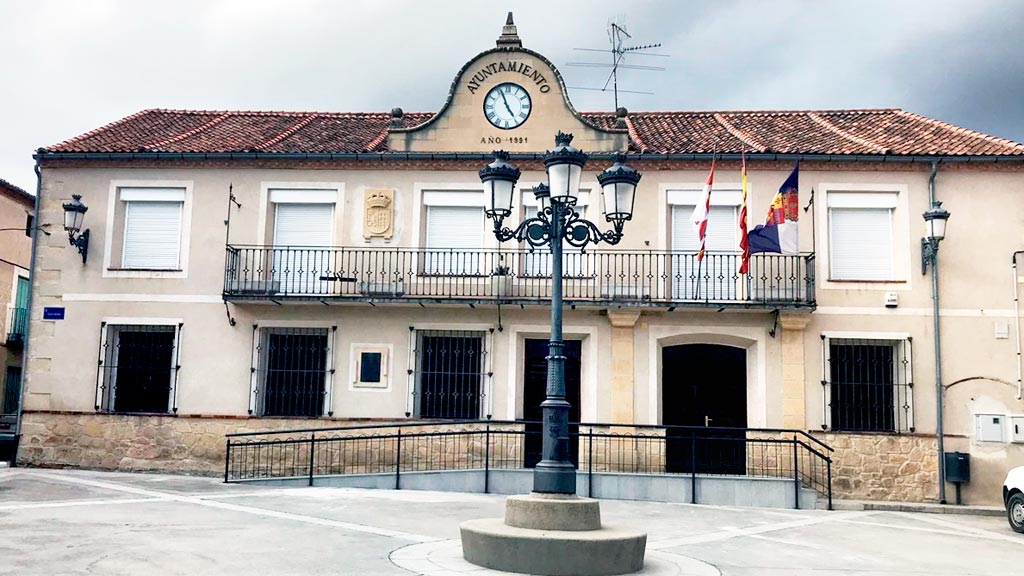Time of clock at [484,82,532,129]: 4:56
